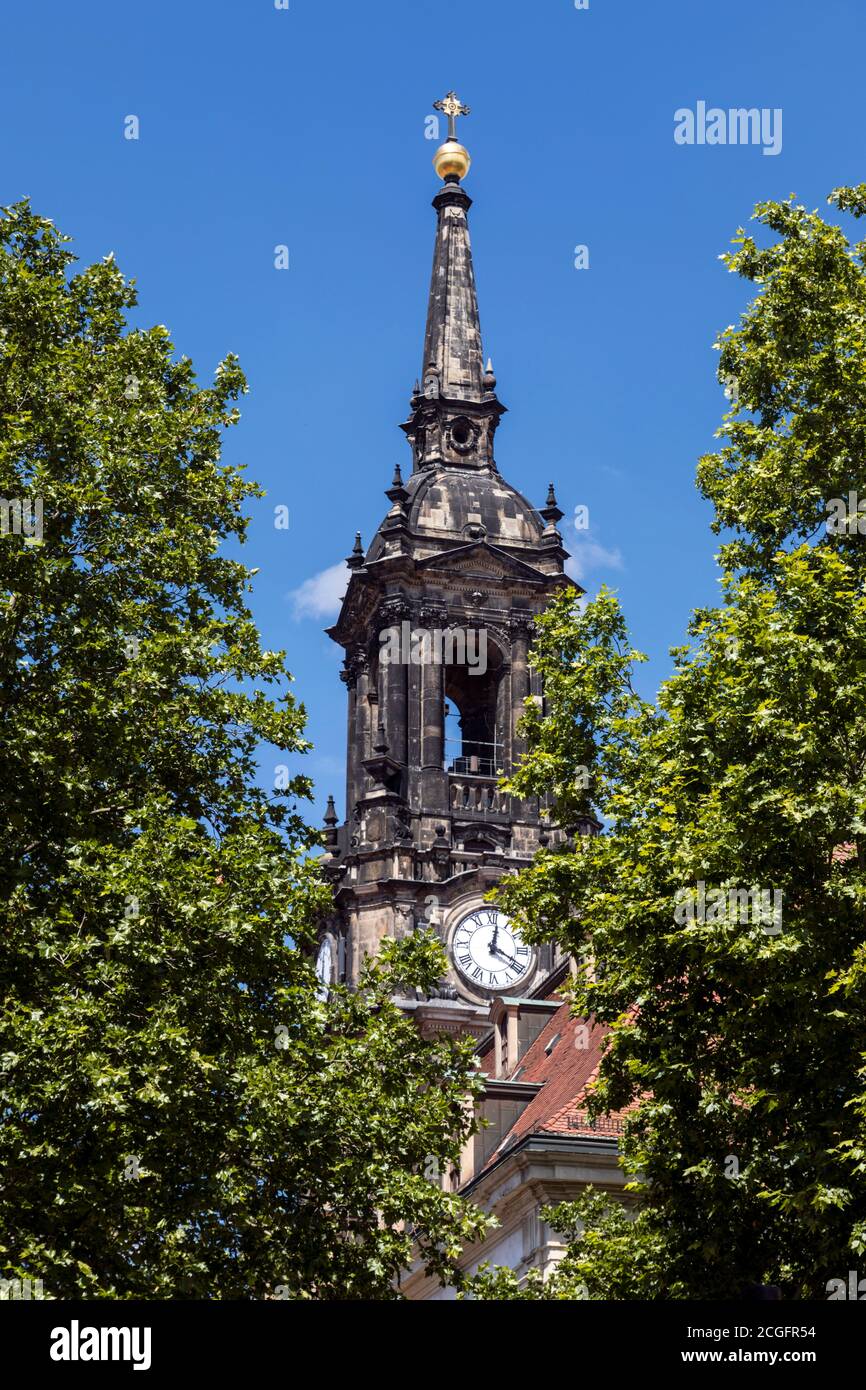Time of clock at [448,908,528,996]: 12:20
